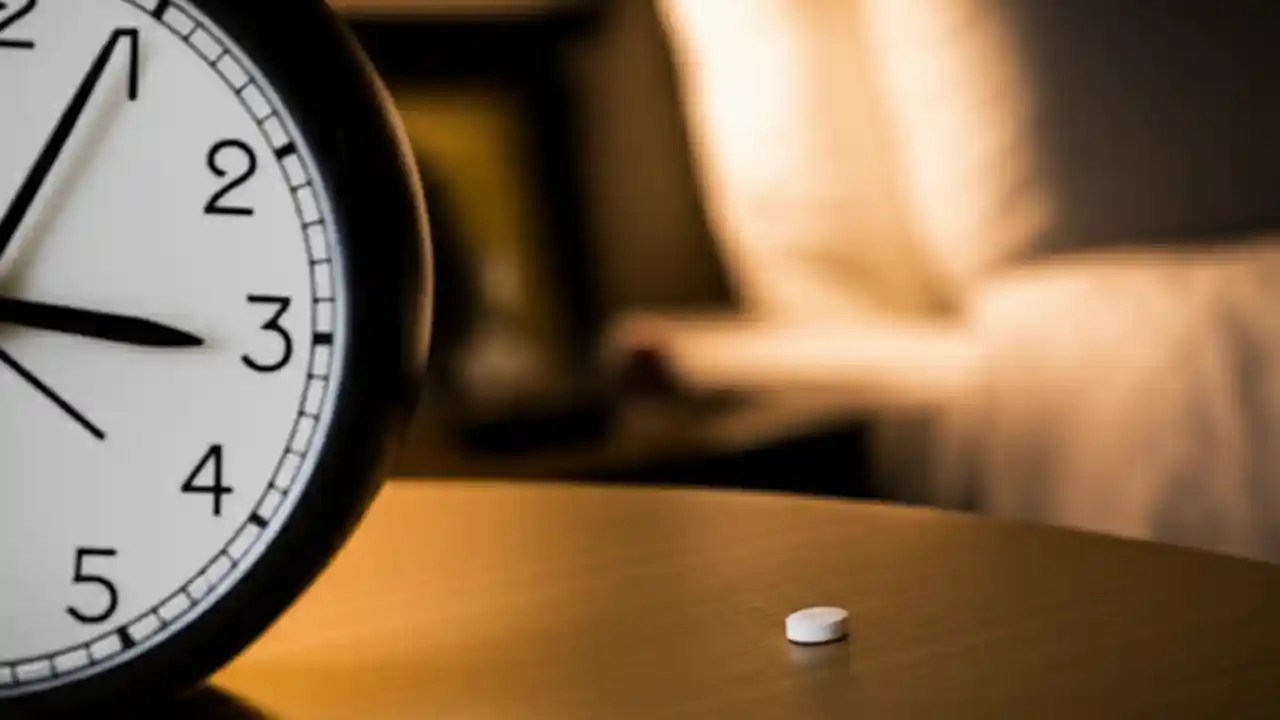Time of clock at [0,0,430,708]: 3:04
